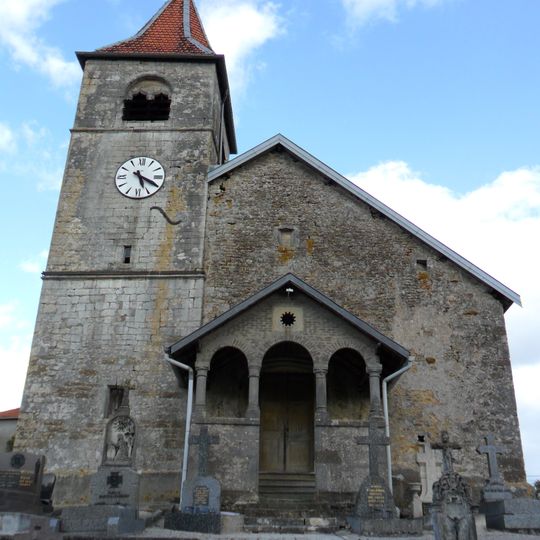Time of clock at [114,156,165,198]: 5:19
